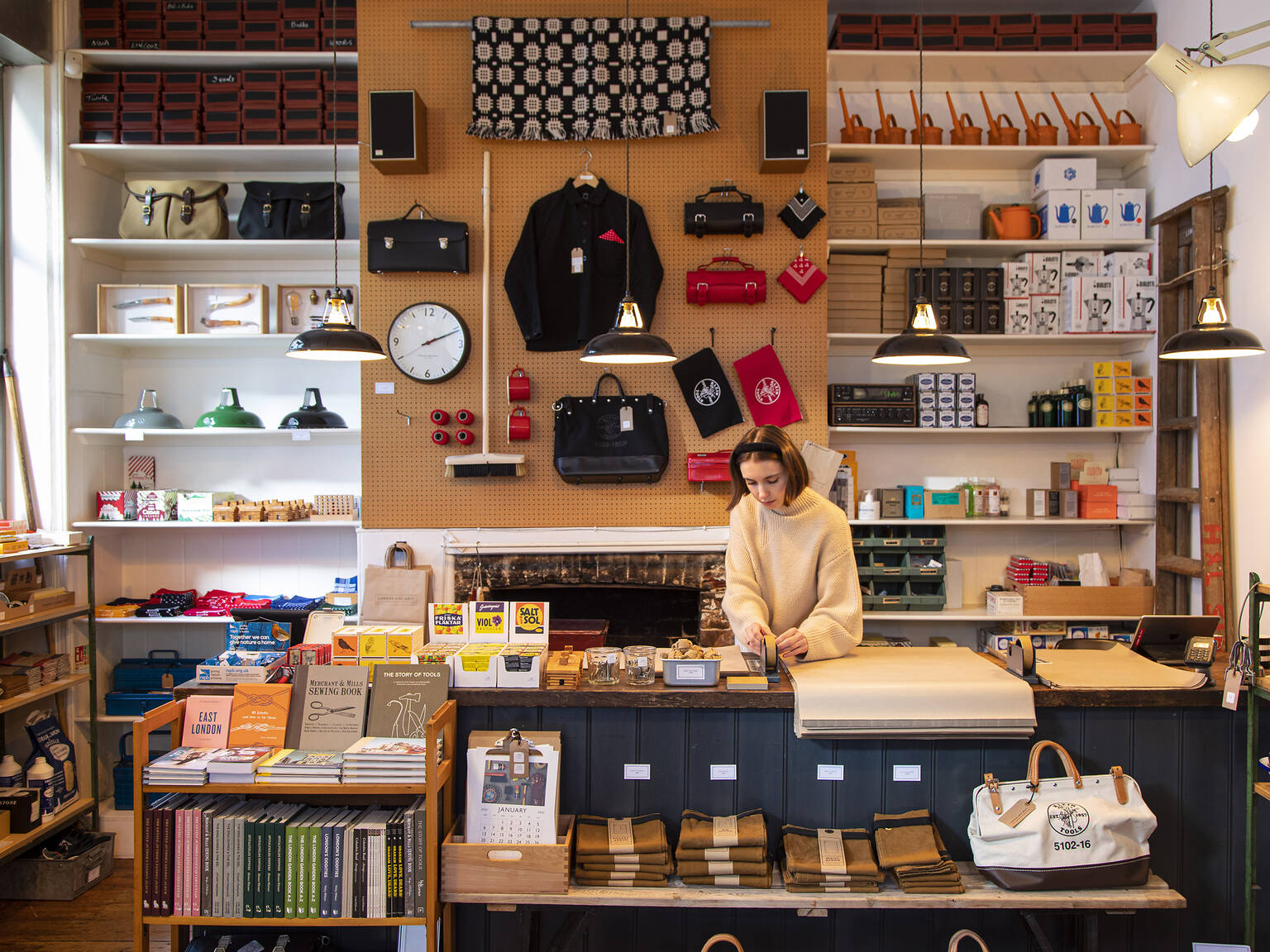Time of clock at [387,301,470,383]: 2:11
